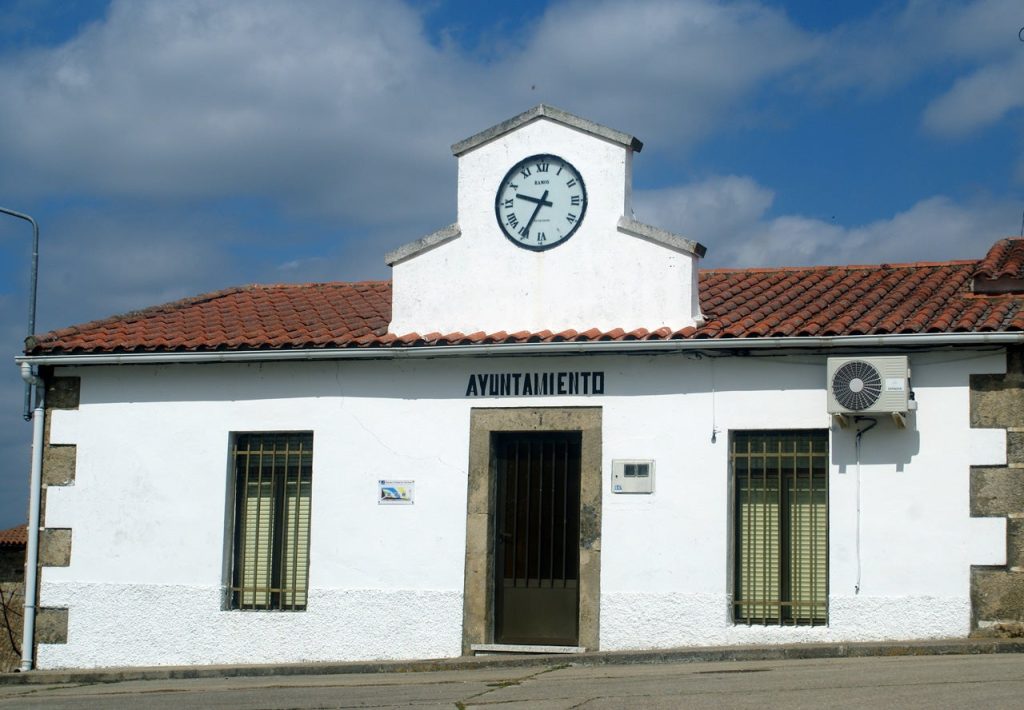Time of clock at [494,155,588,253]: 9:34
